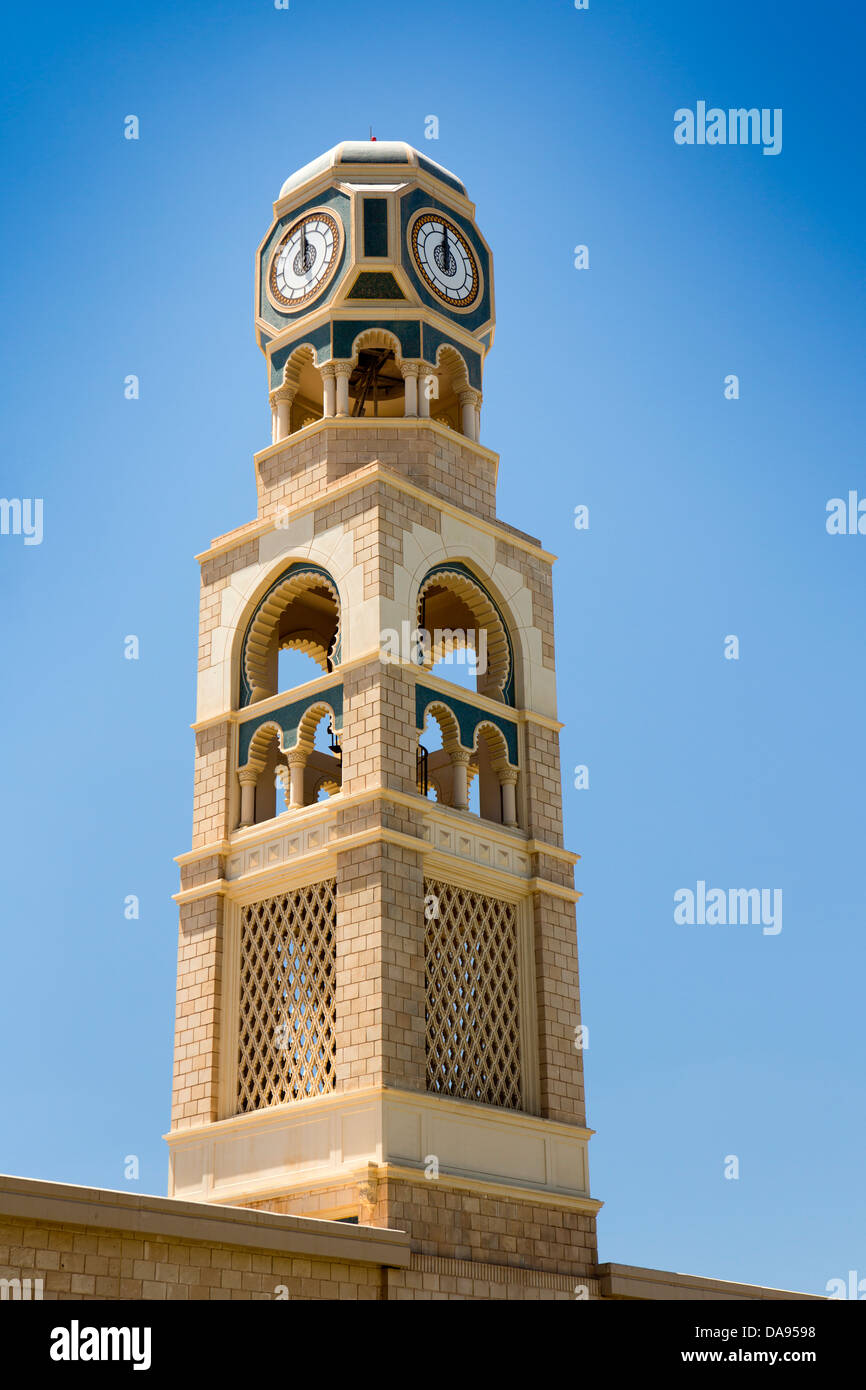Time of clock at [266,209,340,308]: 11:58
